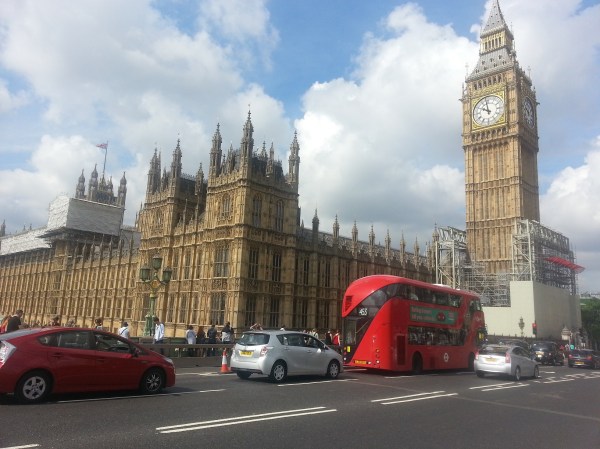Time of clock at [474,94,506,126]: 9:57
